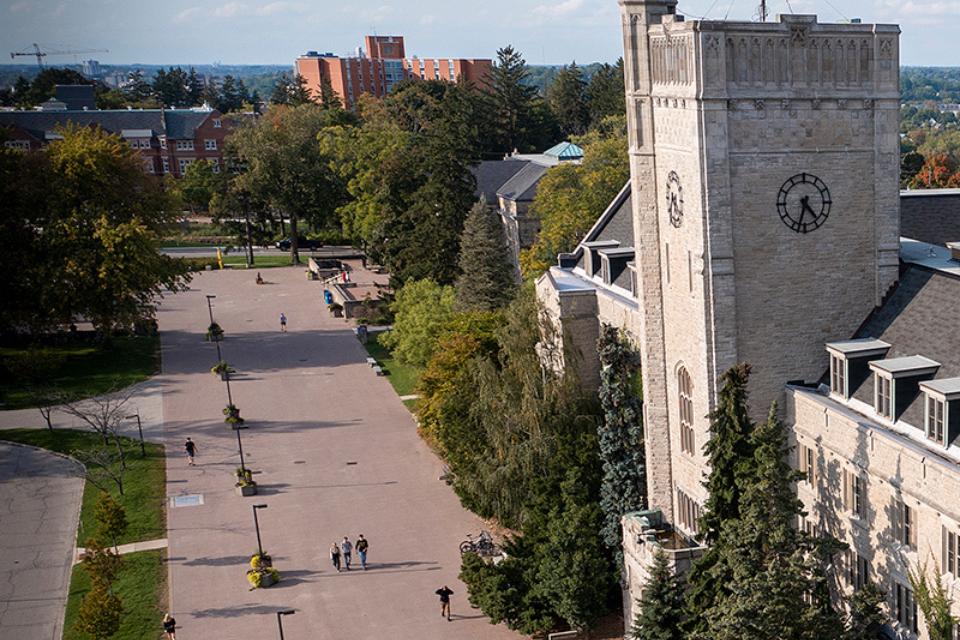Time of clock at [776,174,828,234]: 4:32
